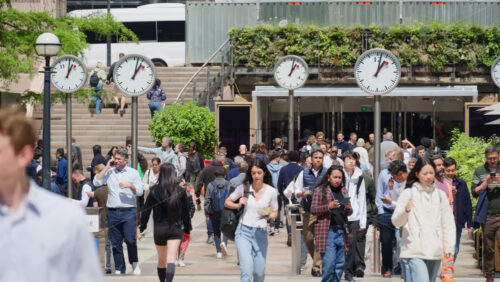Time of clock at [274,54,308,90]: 1:02
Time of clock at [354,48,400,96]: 1:02
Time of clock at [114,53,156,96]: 1:02
